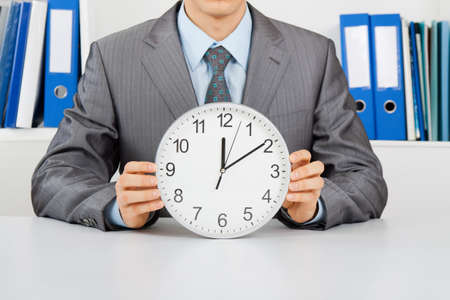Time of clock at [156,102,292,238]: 12:09
